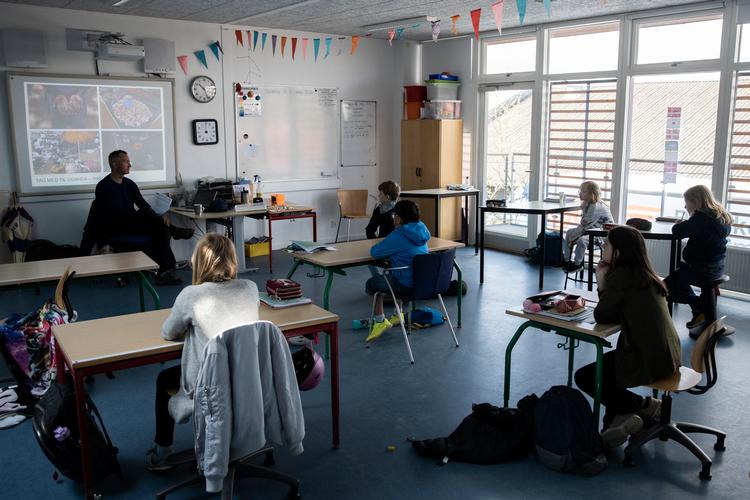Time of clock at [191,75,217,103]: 10:26
